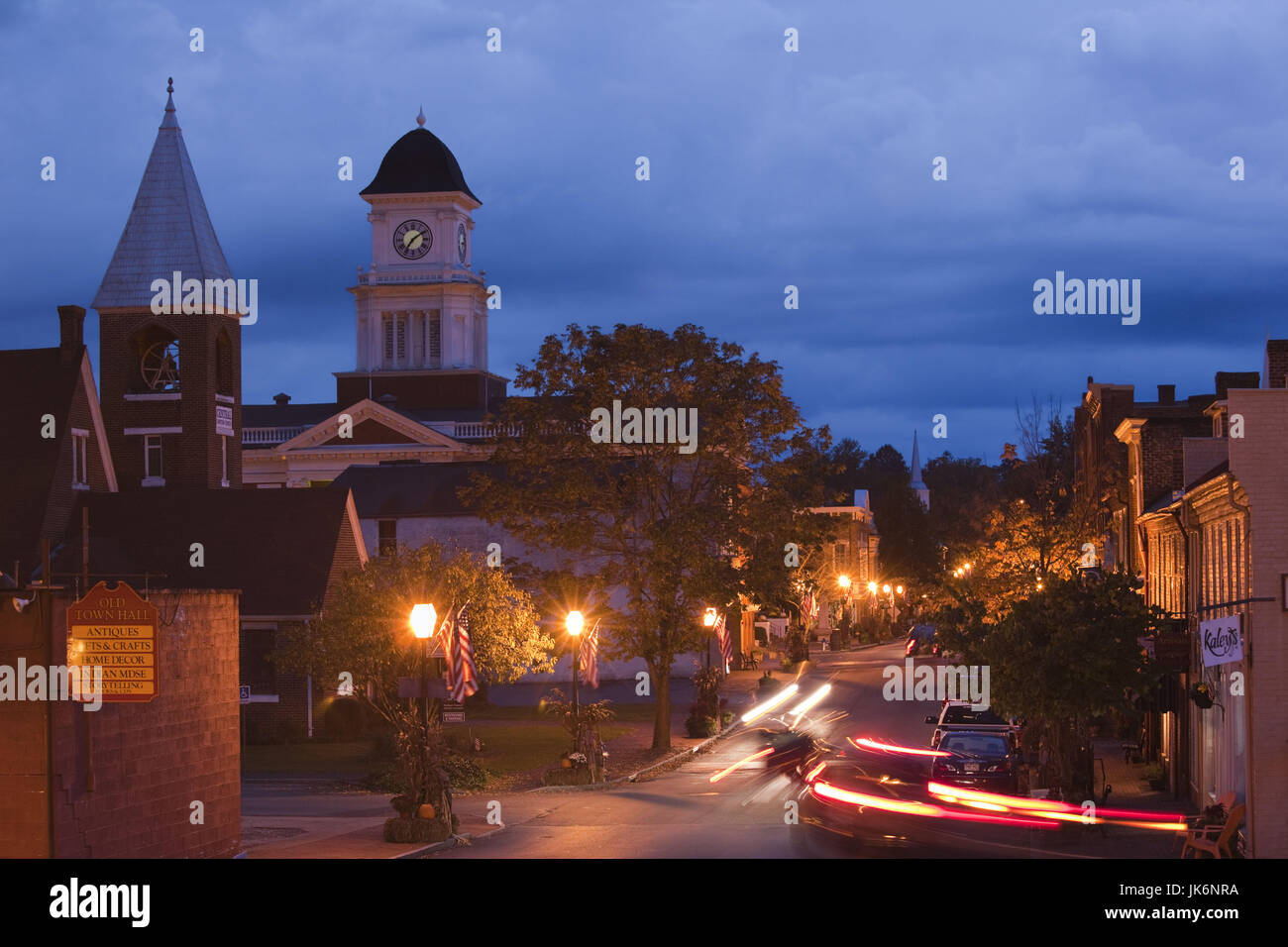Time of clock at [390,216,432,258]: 7:09
